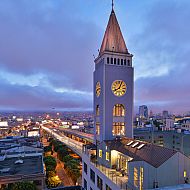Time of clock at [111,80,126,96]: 8:04
